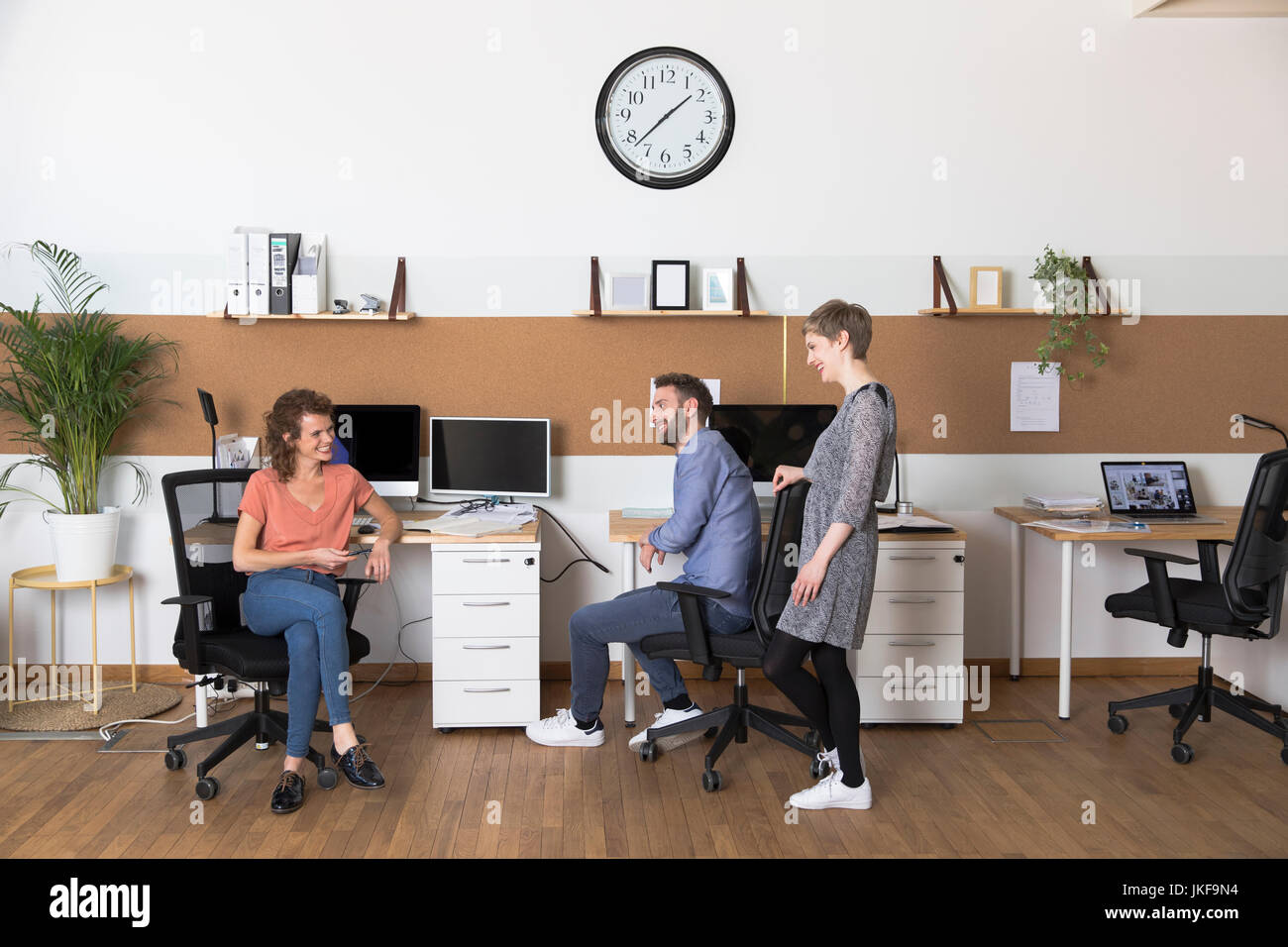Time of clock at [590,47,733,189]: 1:37
